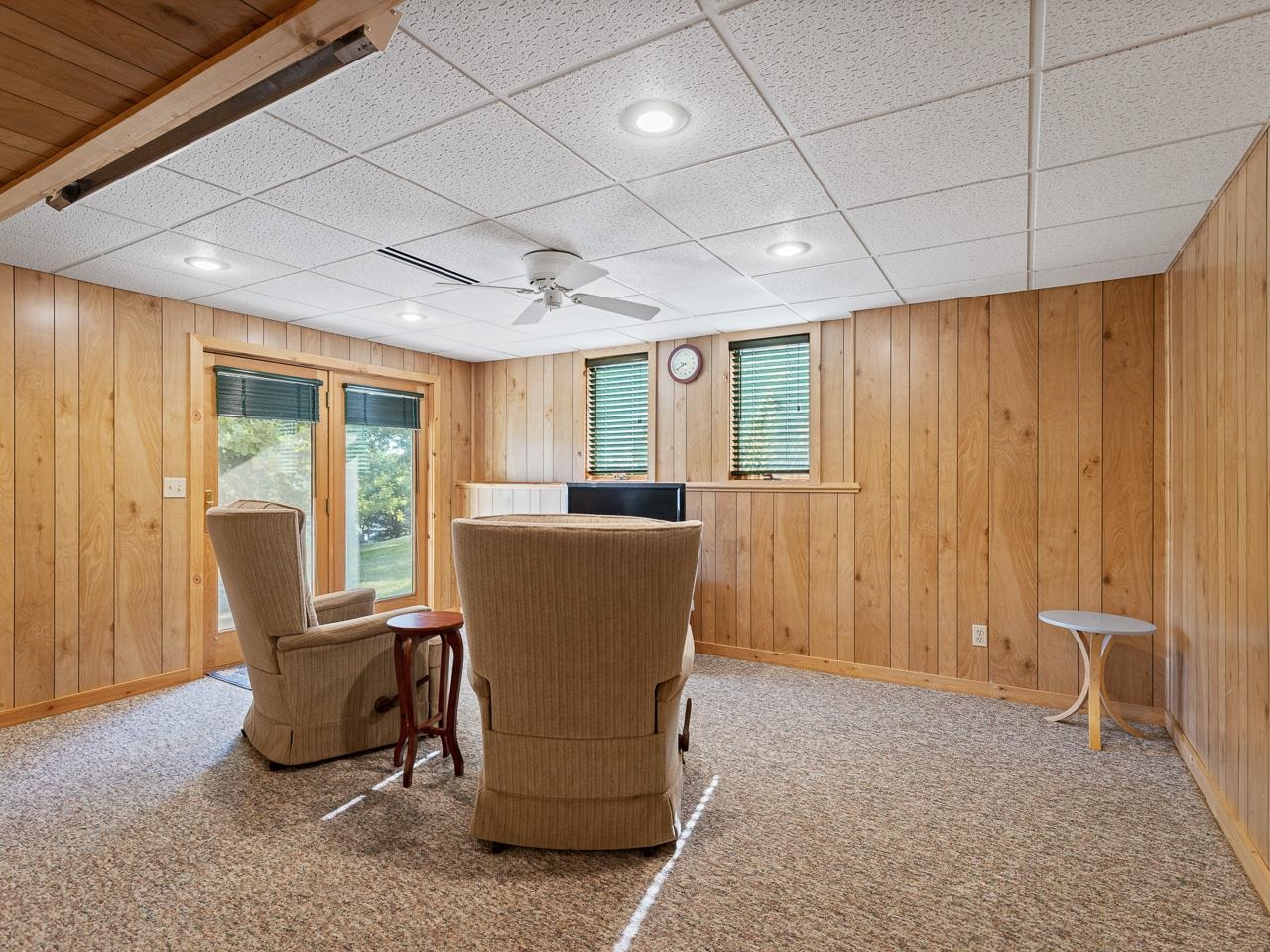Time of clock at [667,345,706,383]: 9:41
